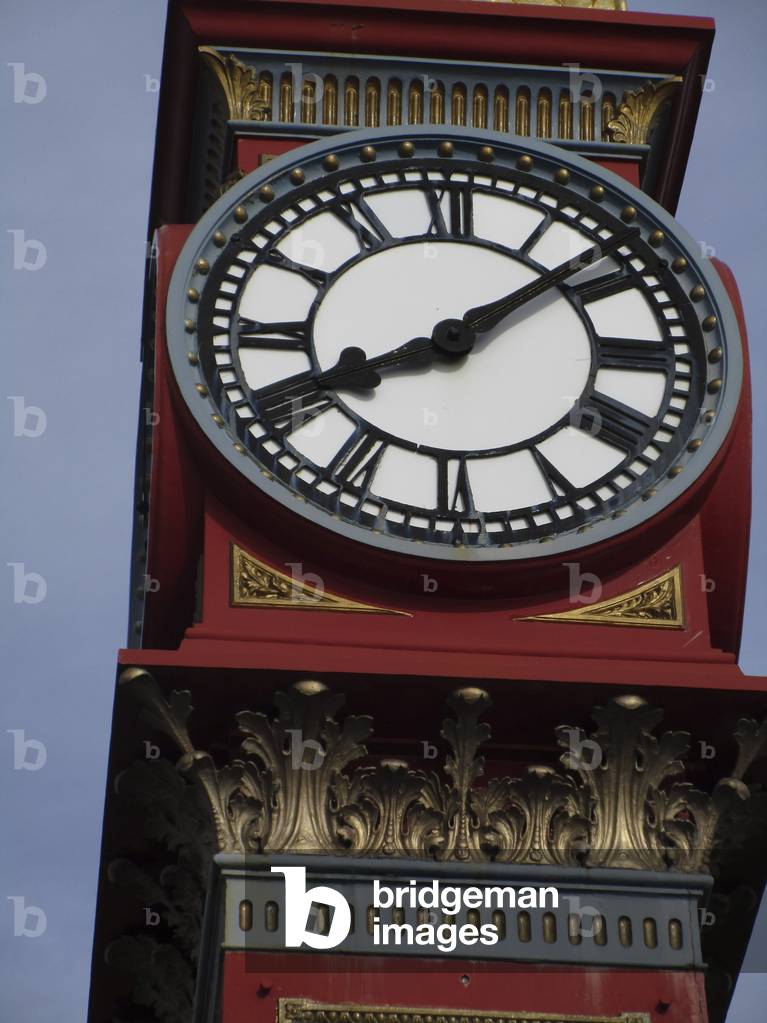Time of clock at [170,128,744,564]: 8:08
